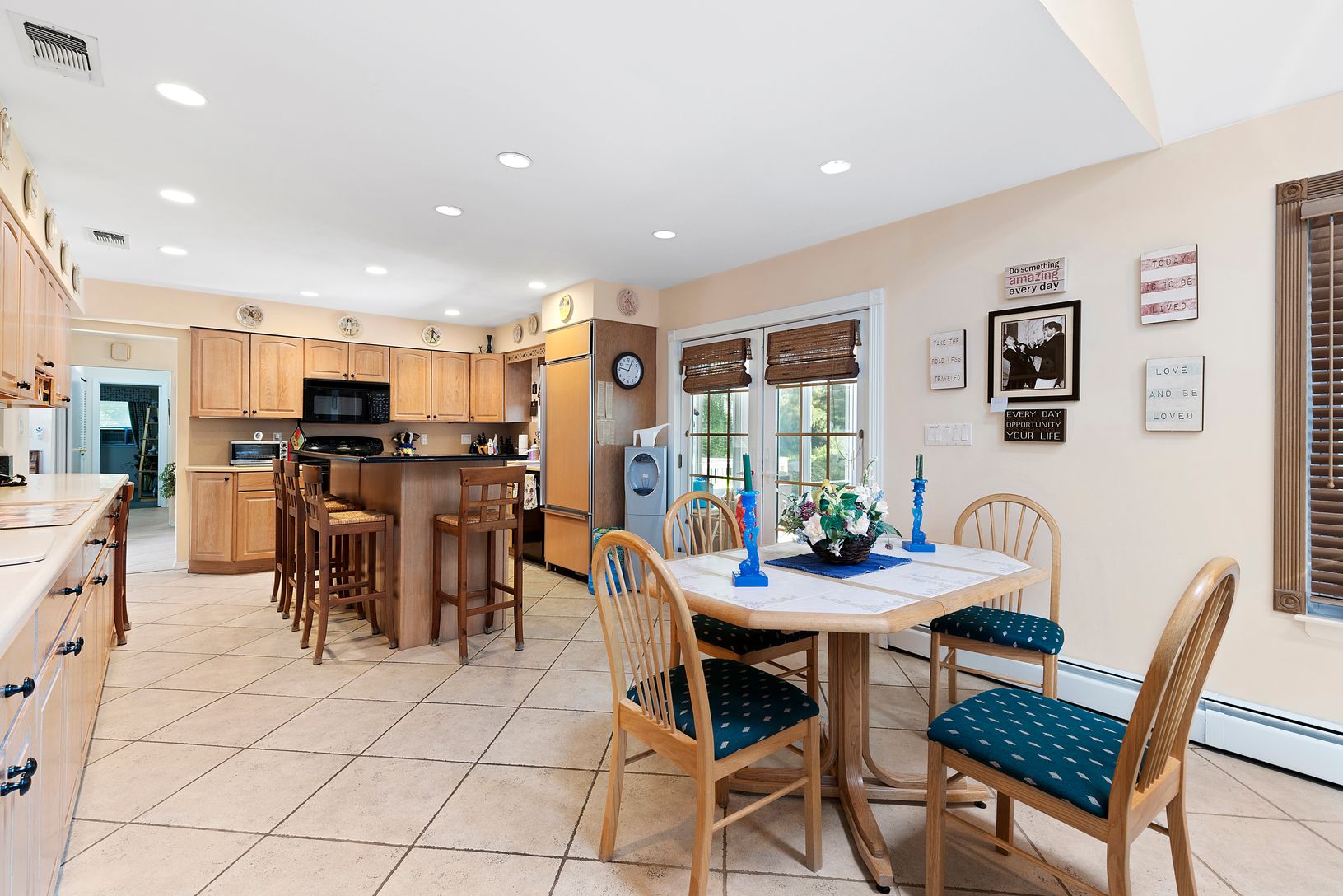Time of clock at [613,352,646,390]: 12:46
